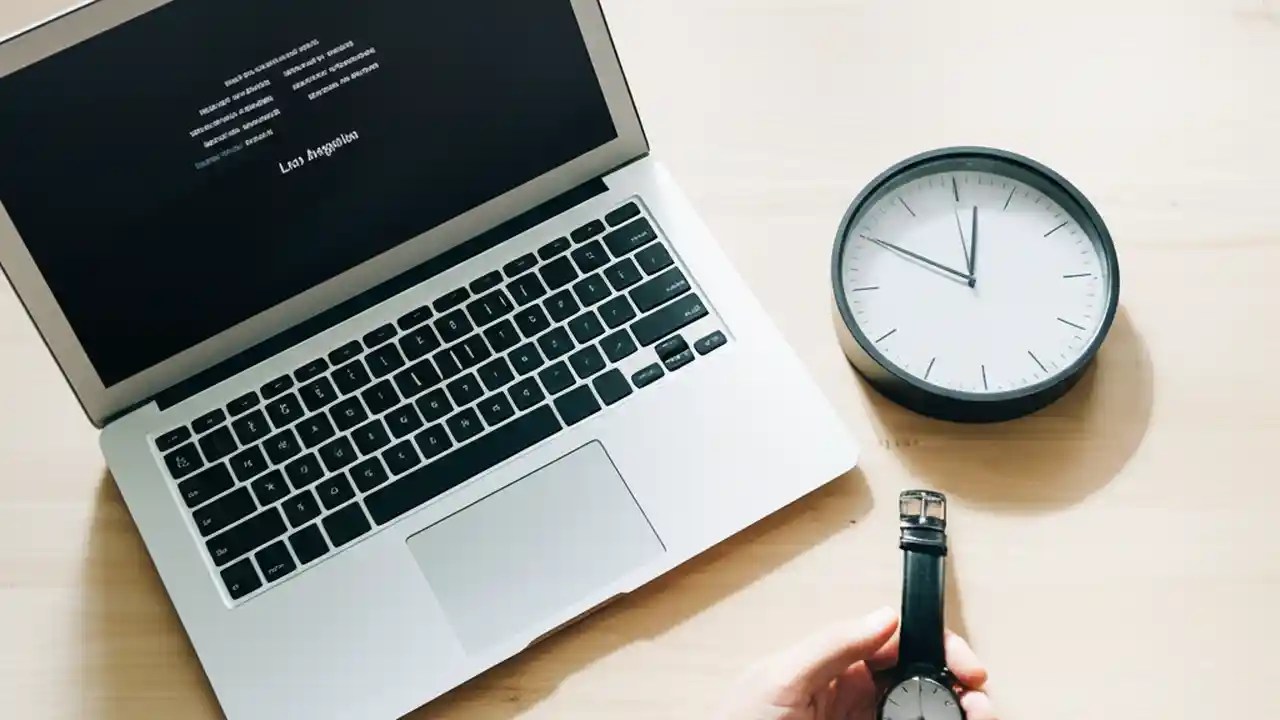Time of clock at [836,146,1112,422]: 10:01
